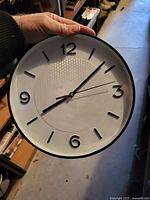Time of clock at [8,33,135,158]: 8:08
